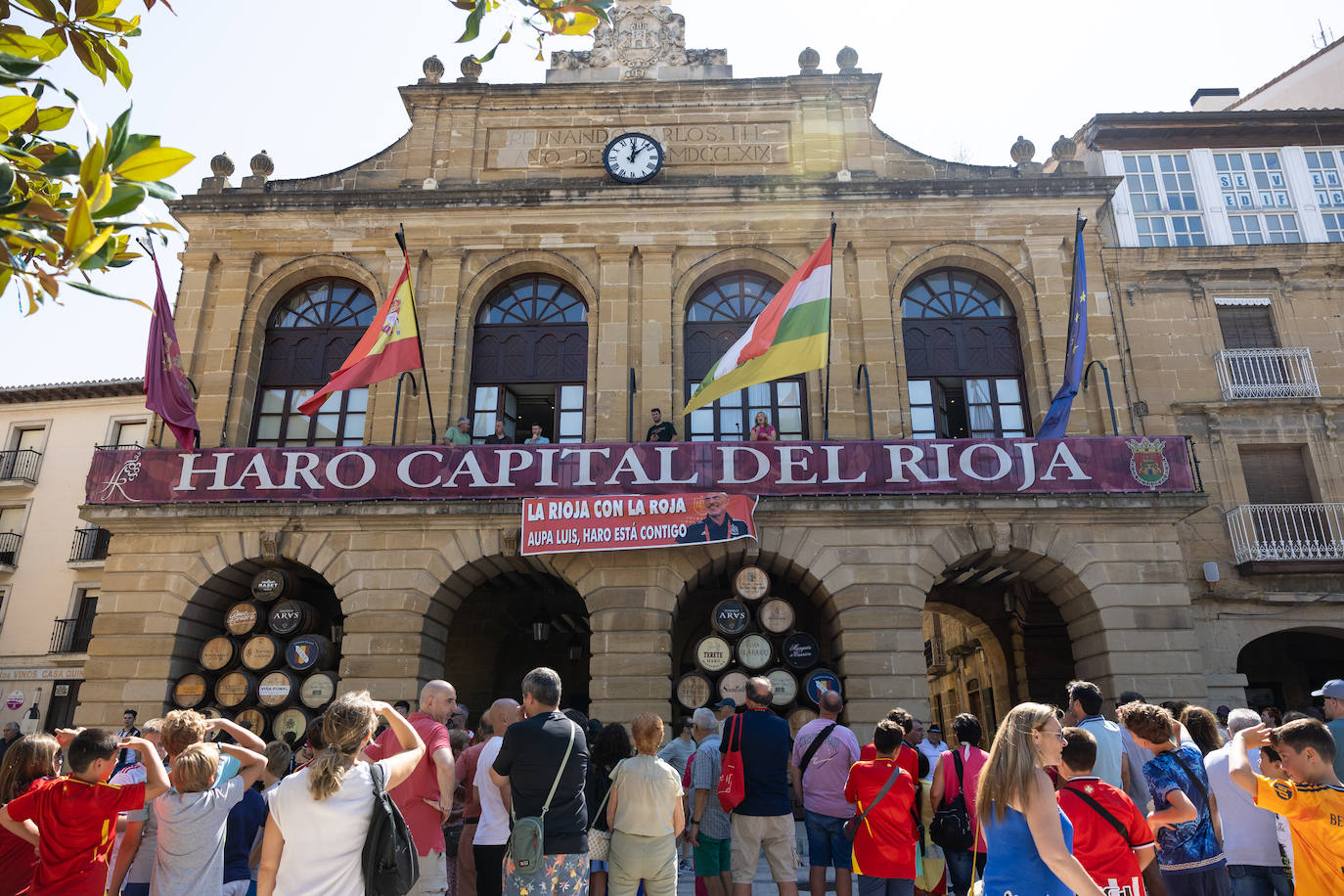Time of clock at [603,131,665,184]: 12:07
